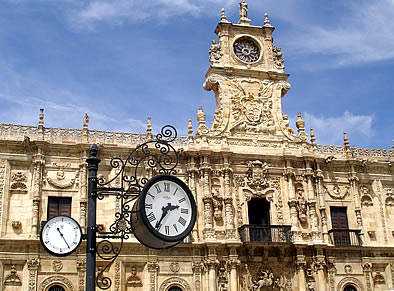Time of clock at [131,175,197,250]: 2:35
